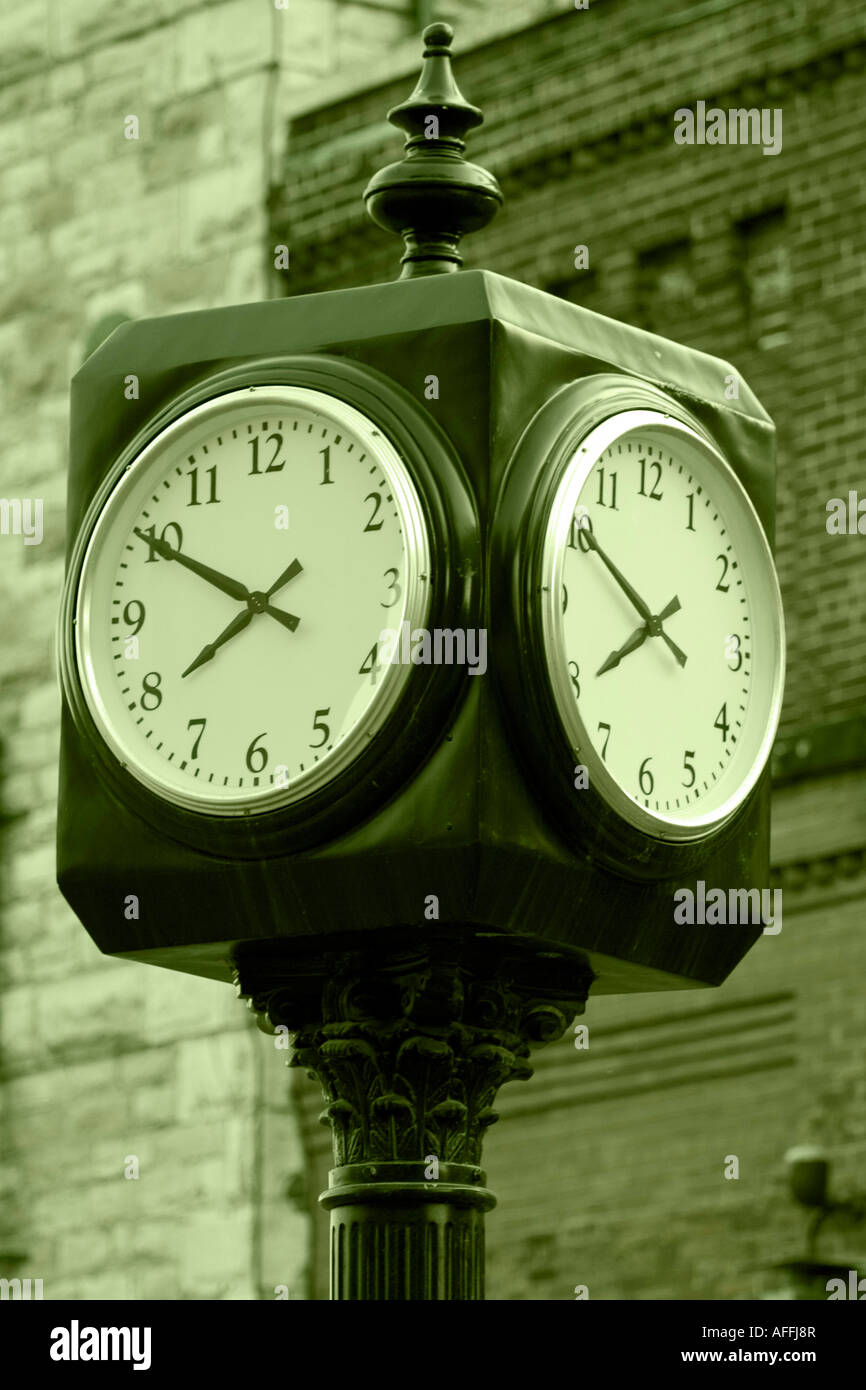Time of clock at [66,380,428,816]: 7:49
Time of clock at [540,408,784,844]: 7:50
